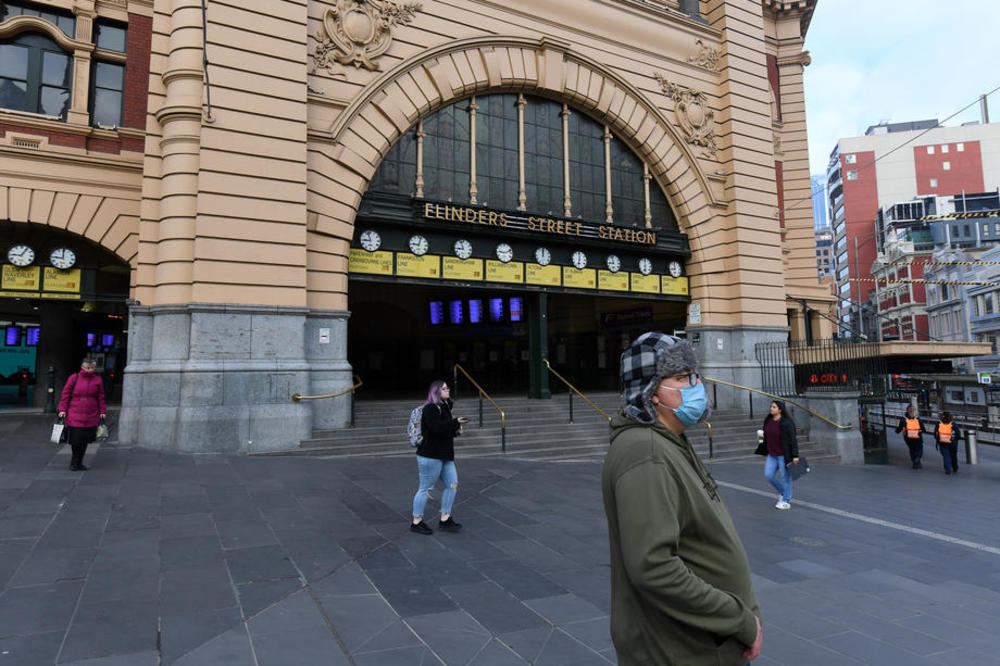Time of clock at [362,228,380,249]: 8:57
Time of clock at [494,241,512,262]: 9:12
